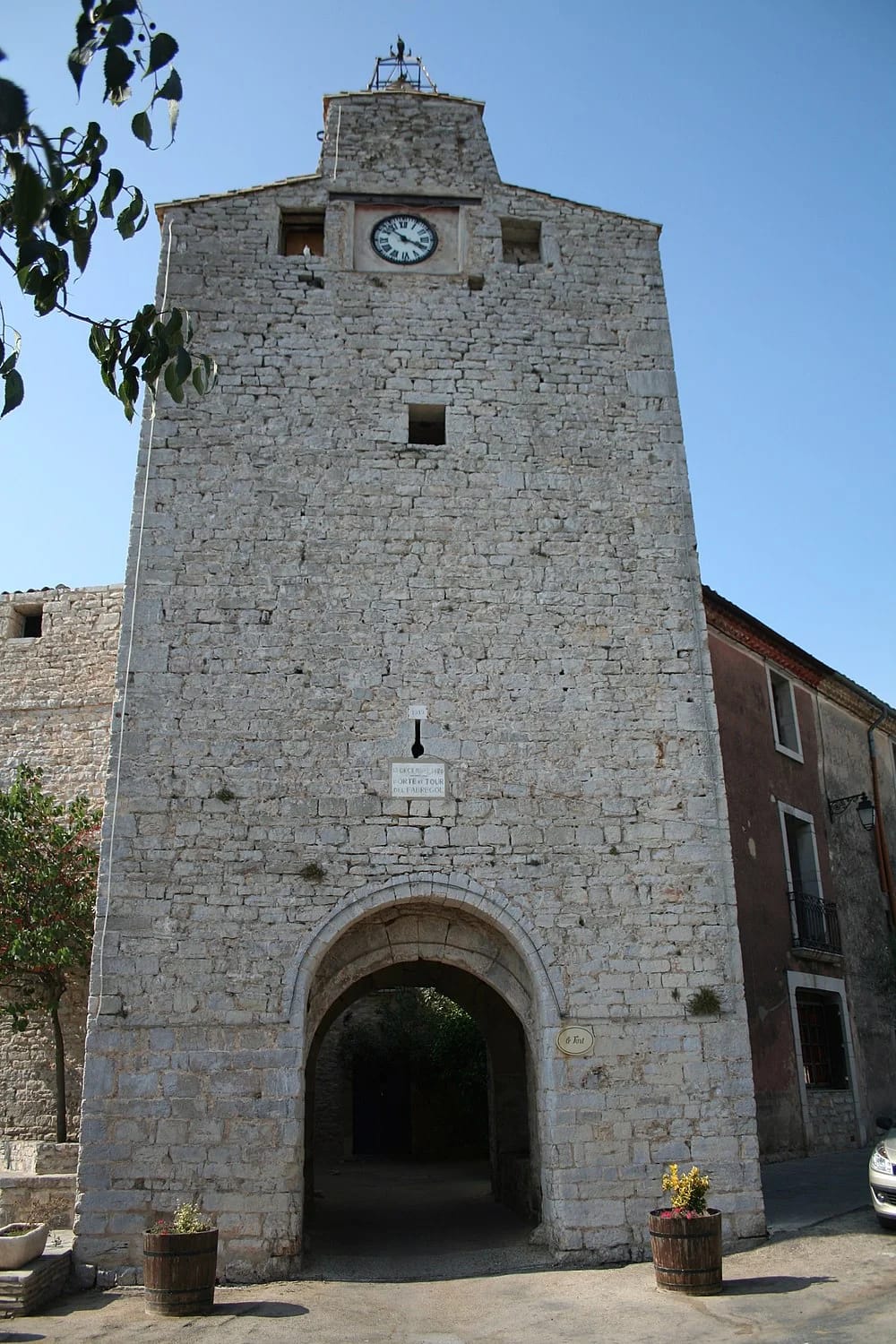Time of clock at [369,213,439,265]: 3:52
